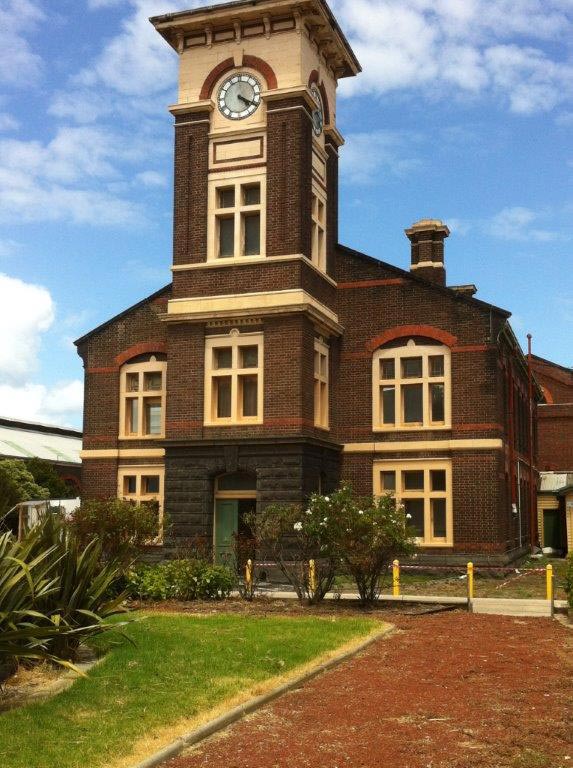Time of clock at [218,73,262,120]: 4:19
